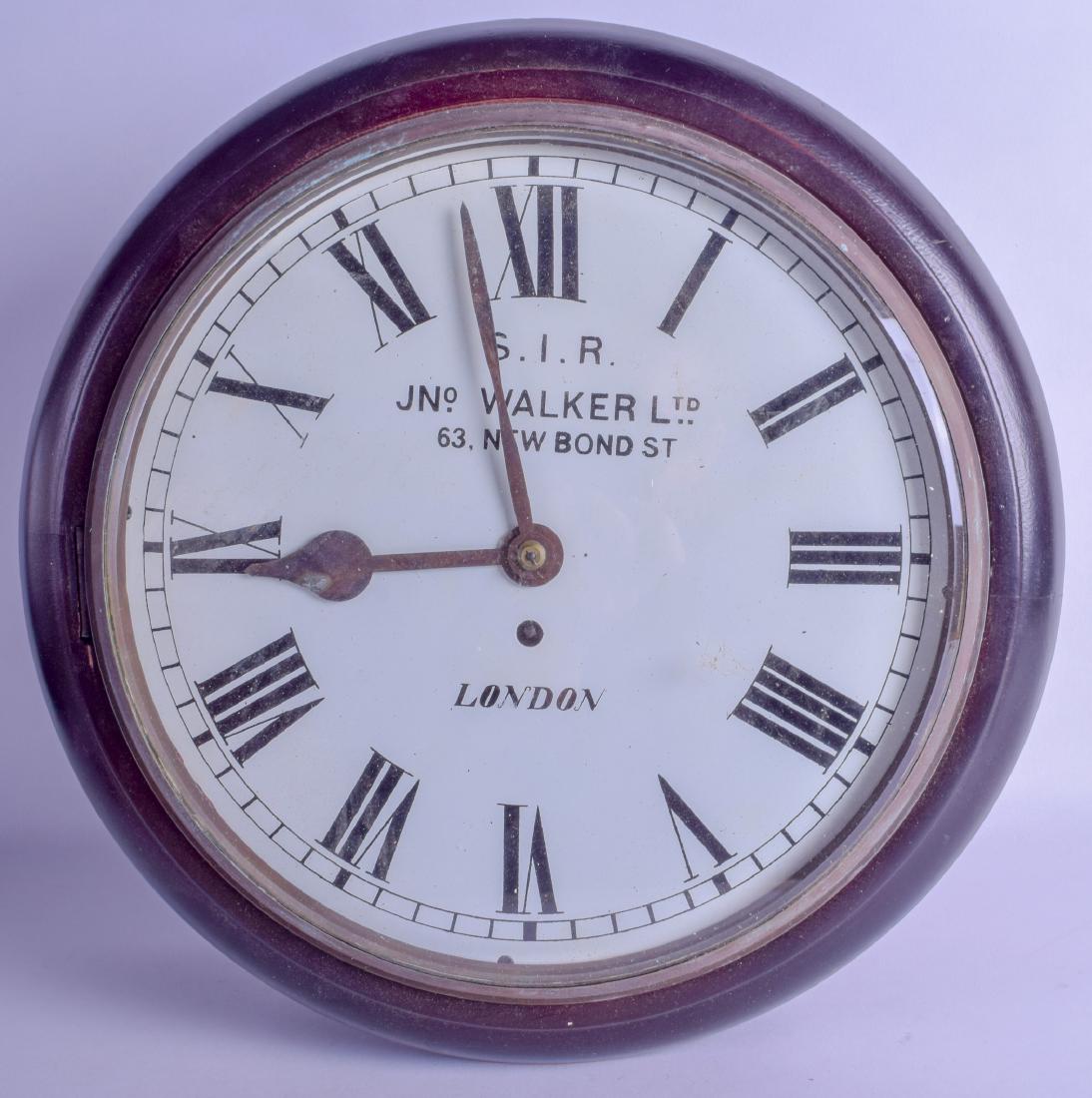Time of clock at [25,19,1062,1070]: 8:57
